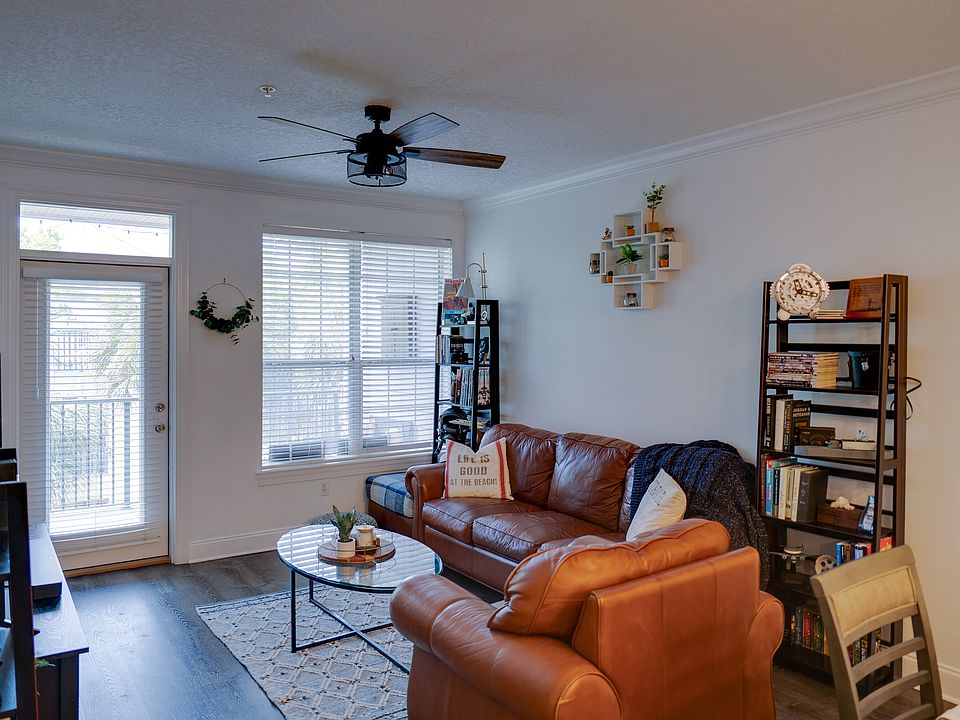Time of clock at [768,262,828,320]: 11:17
